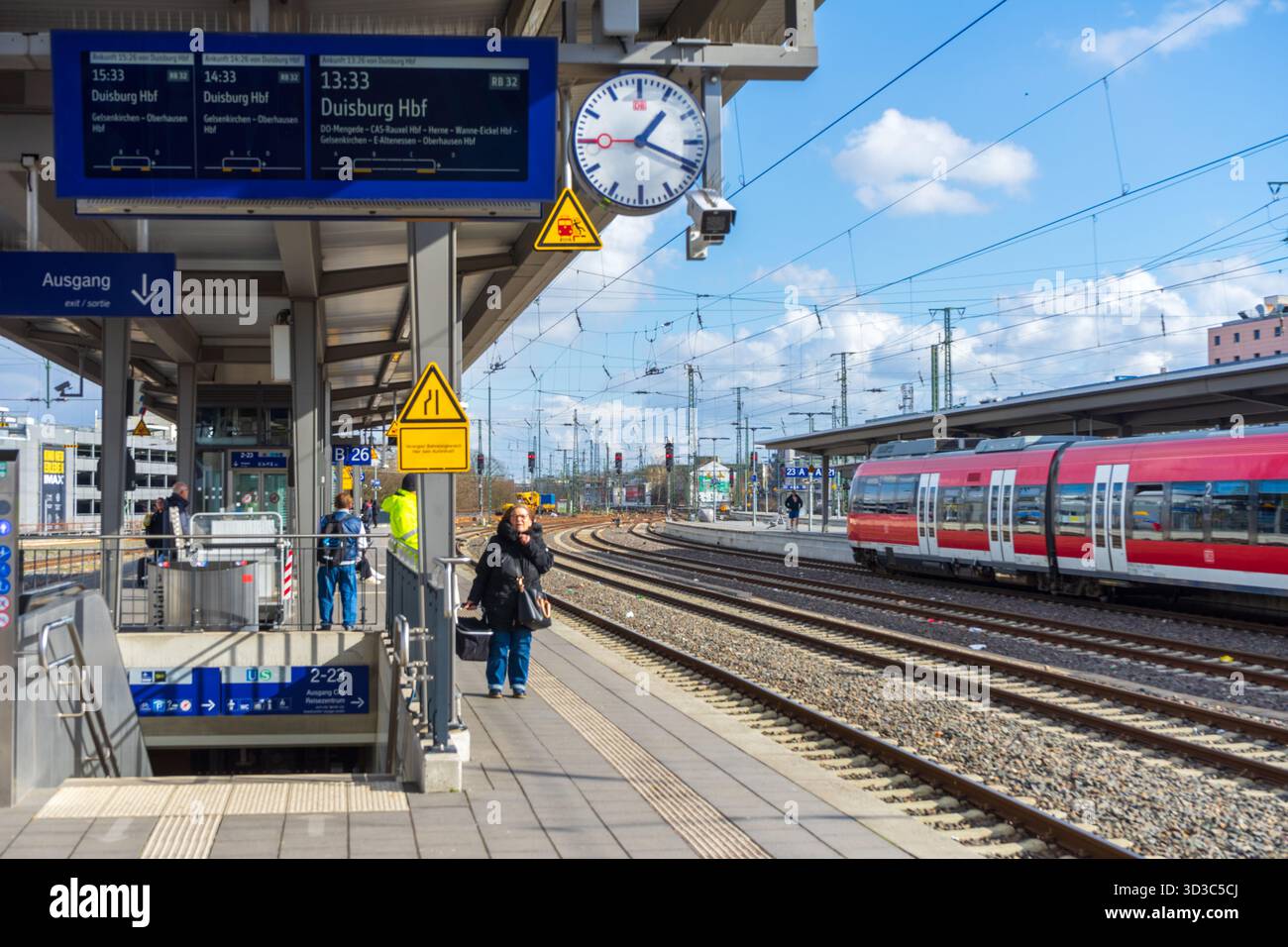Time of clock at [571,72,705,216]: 1:18
